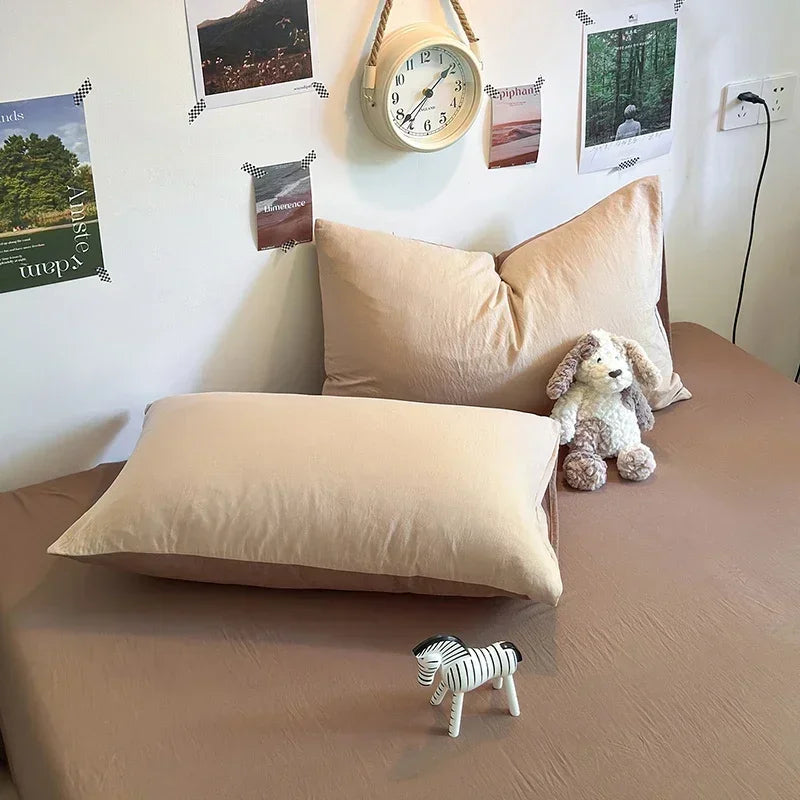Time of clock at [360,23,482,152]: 1:37
